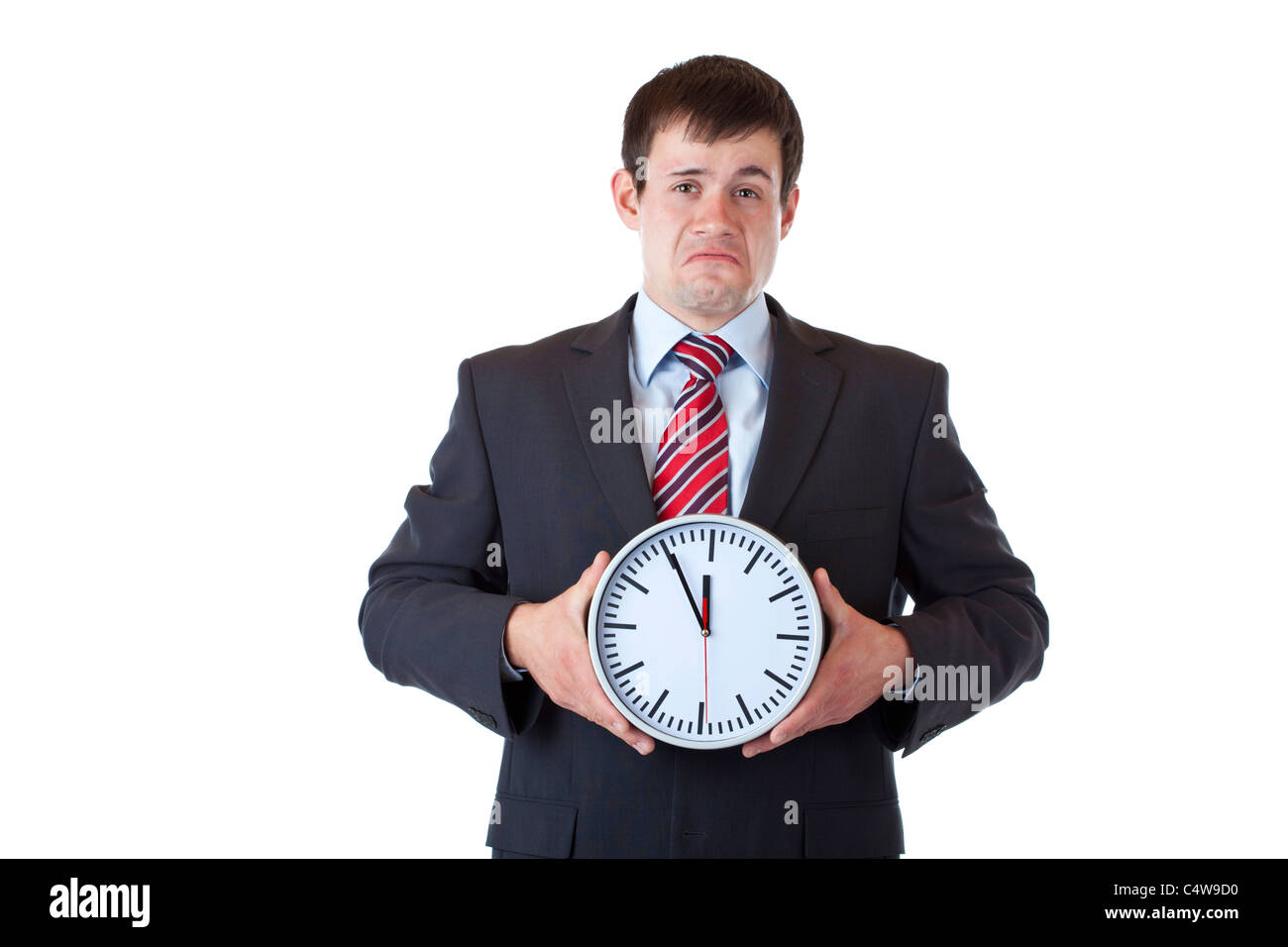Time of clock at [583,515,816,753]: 11:55
